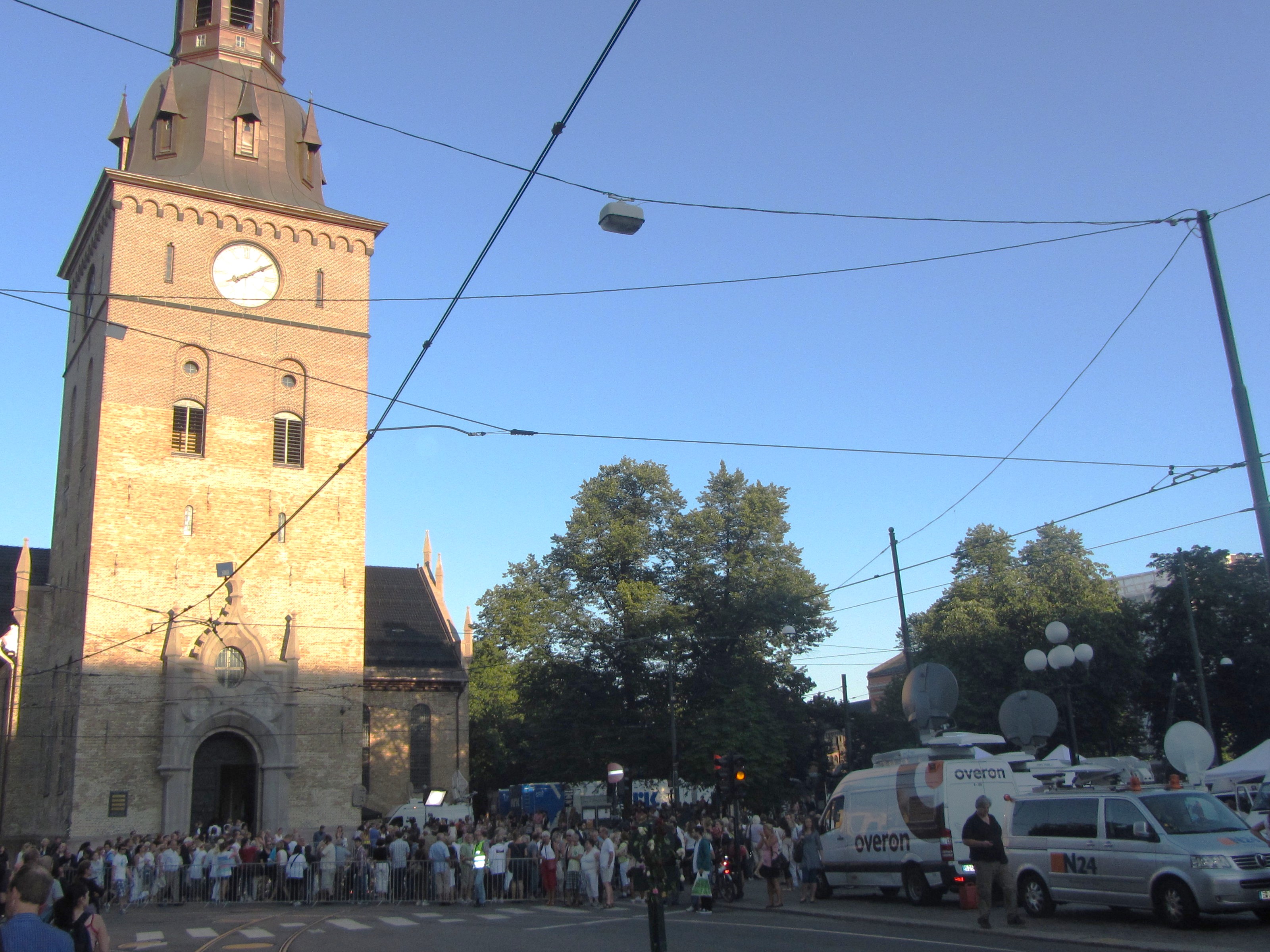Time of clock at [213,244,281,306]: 8:09
